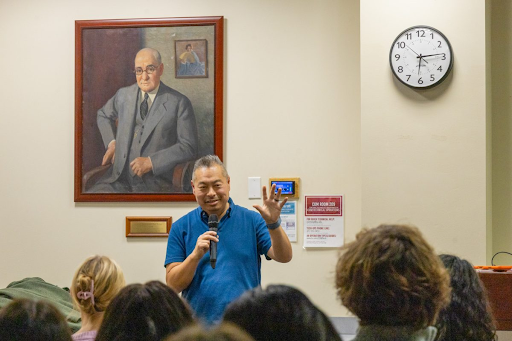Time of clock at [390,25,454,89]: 6:13
